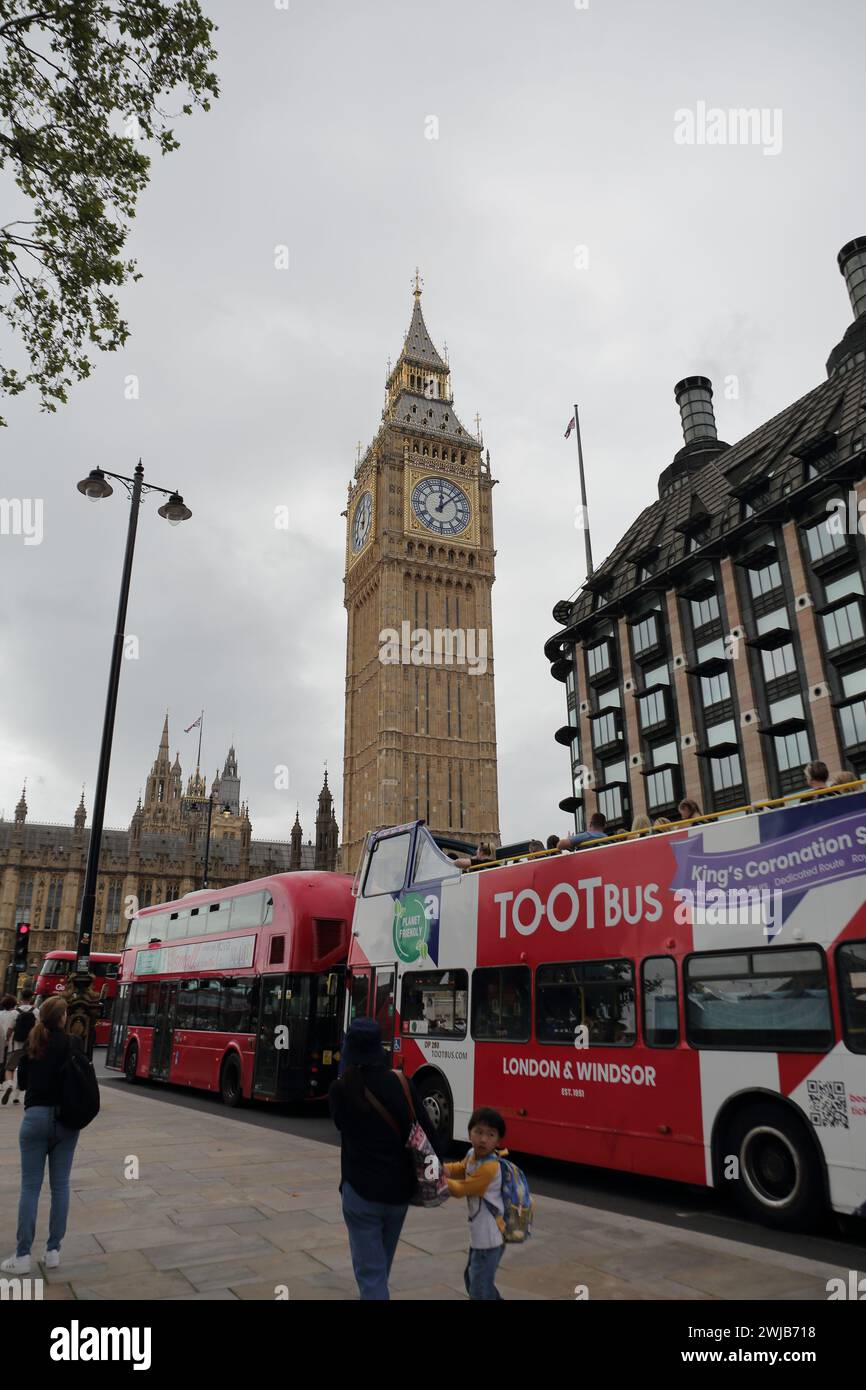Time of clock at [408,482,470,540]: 12:07
